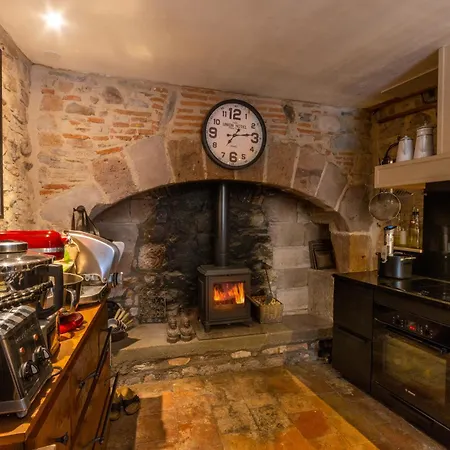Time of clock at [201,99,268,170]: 7:13
